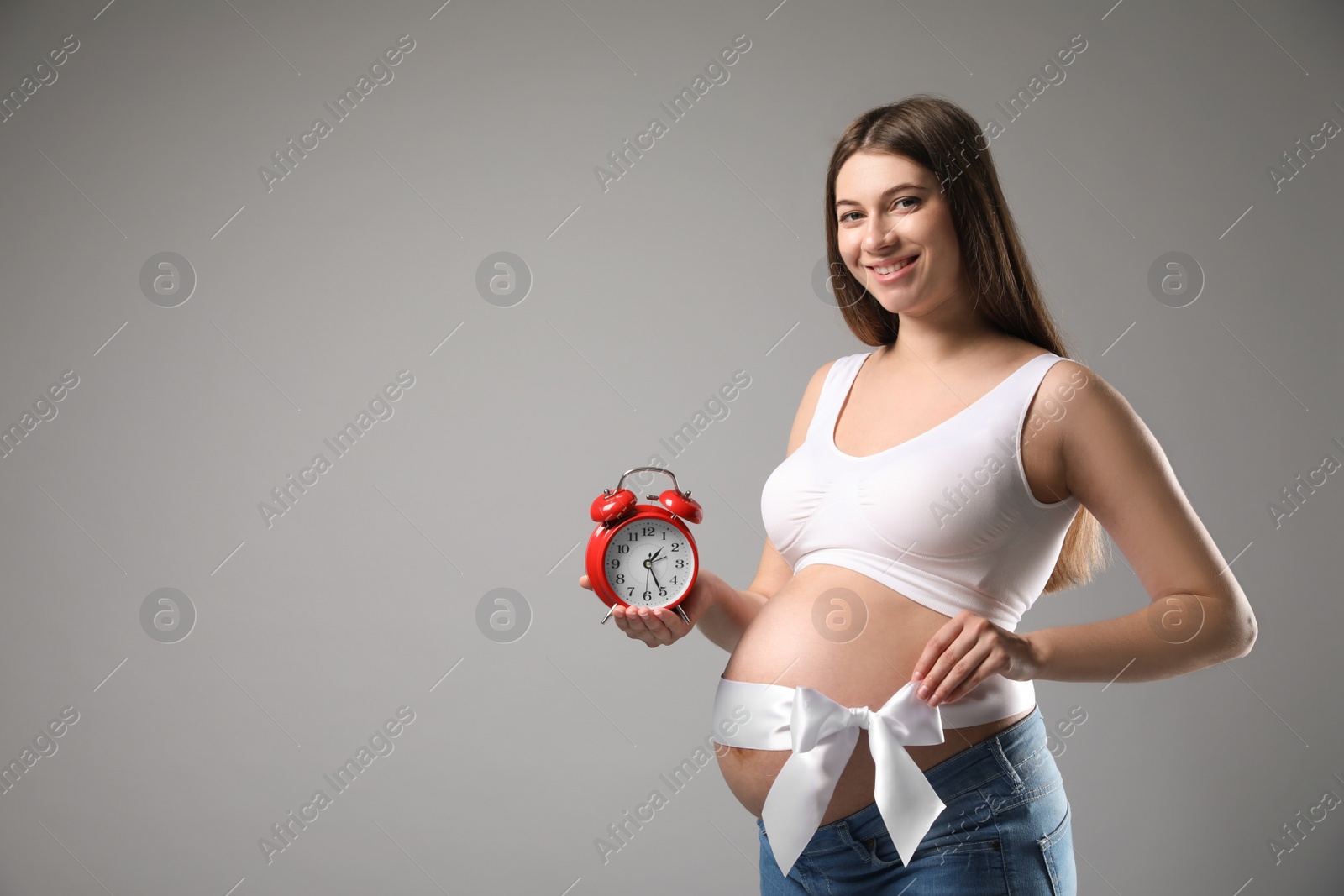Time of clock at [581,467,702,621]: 1:25
